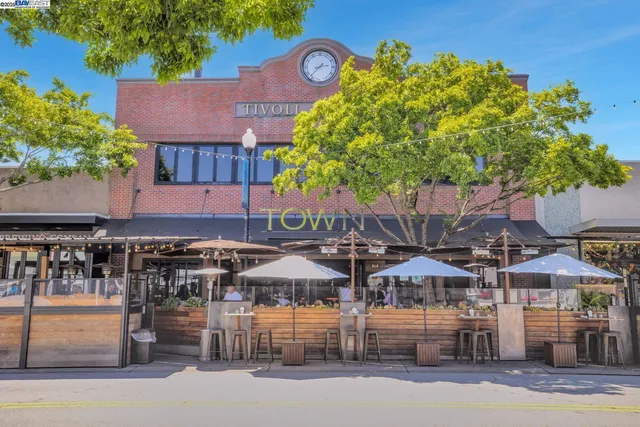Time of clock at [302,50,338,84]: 2:37
